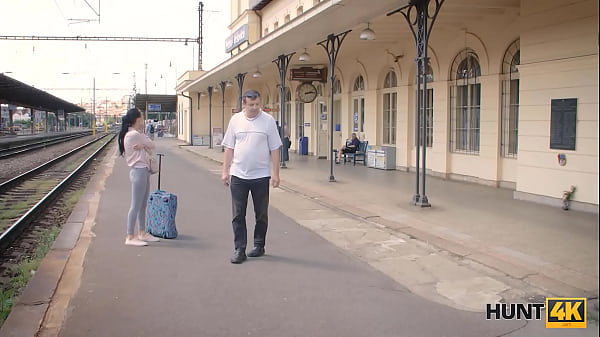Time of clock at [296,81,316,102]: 2:13
